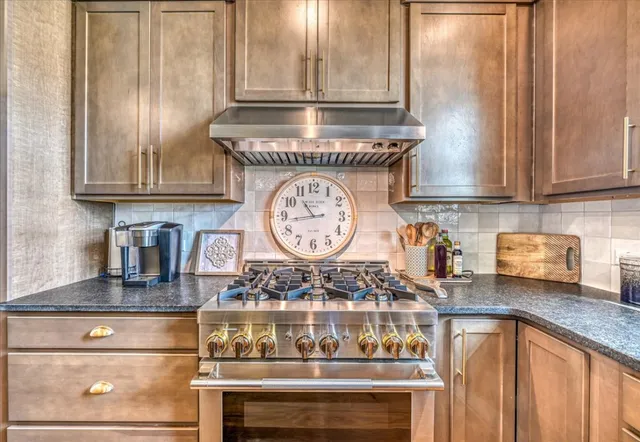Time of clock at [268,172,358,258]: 10:43
